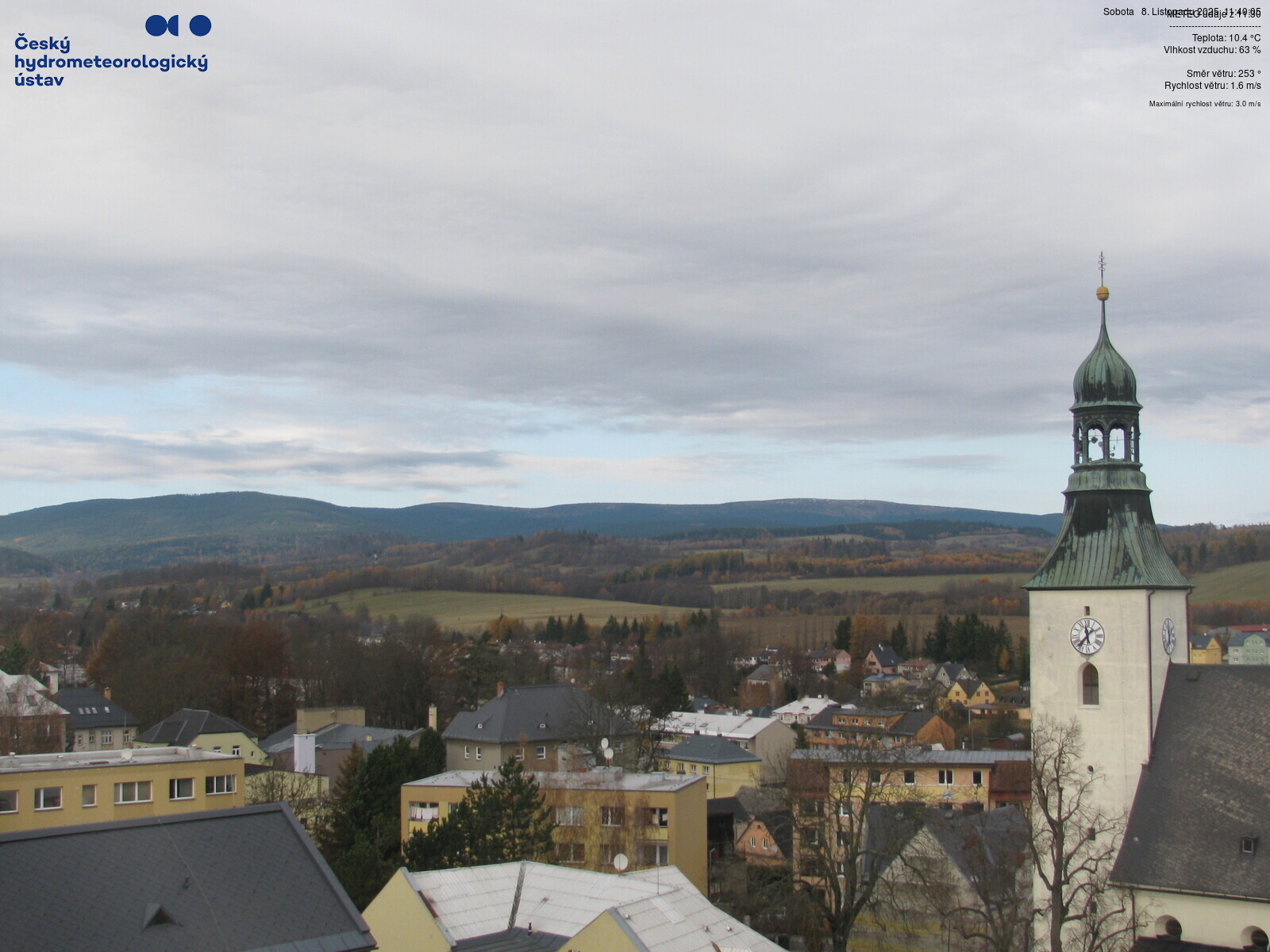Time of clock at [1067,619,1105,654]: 11:36
